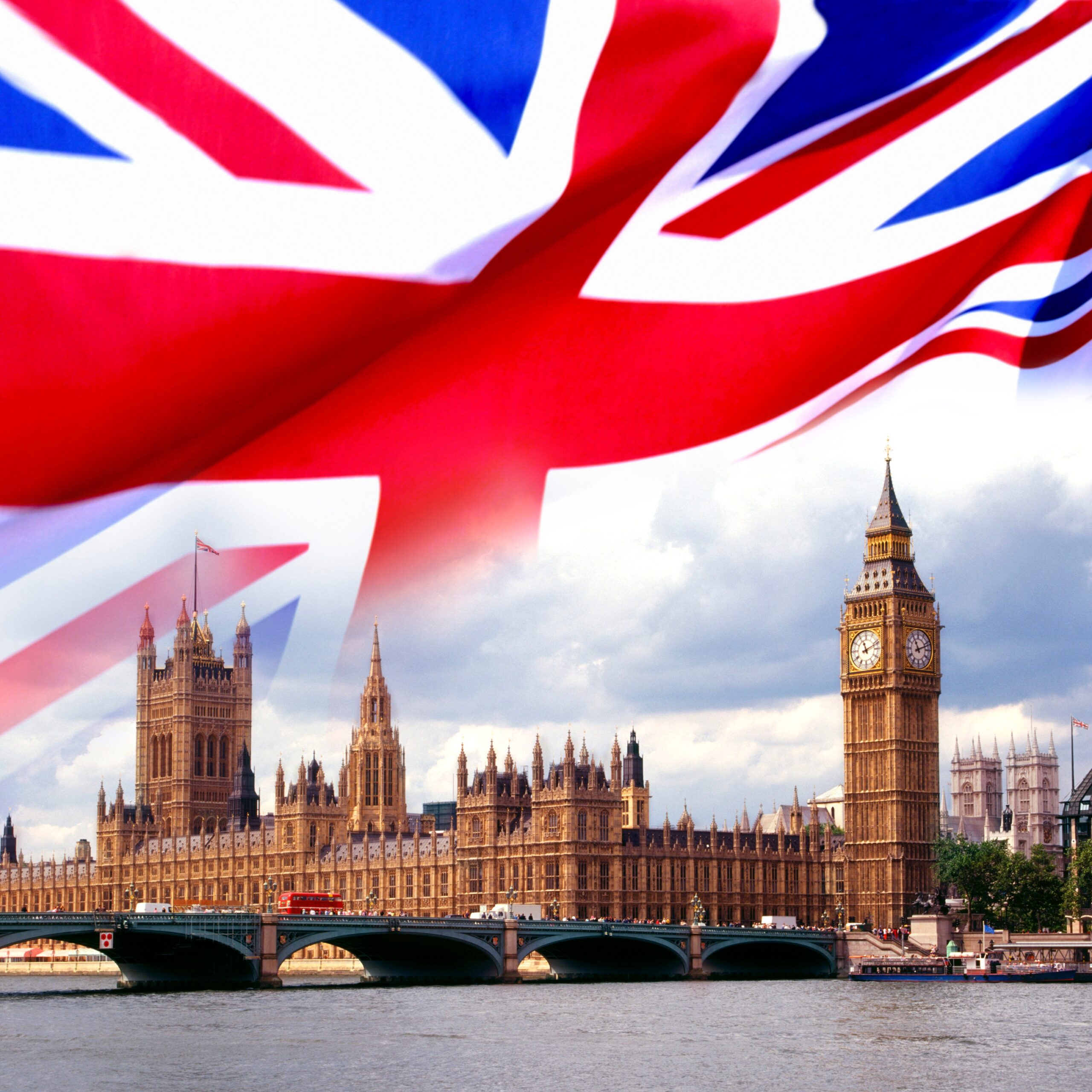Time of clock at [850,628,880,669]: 11:11
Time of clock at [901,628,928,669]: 11:11
